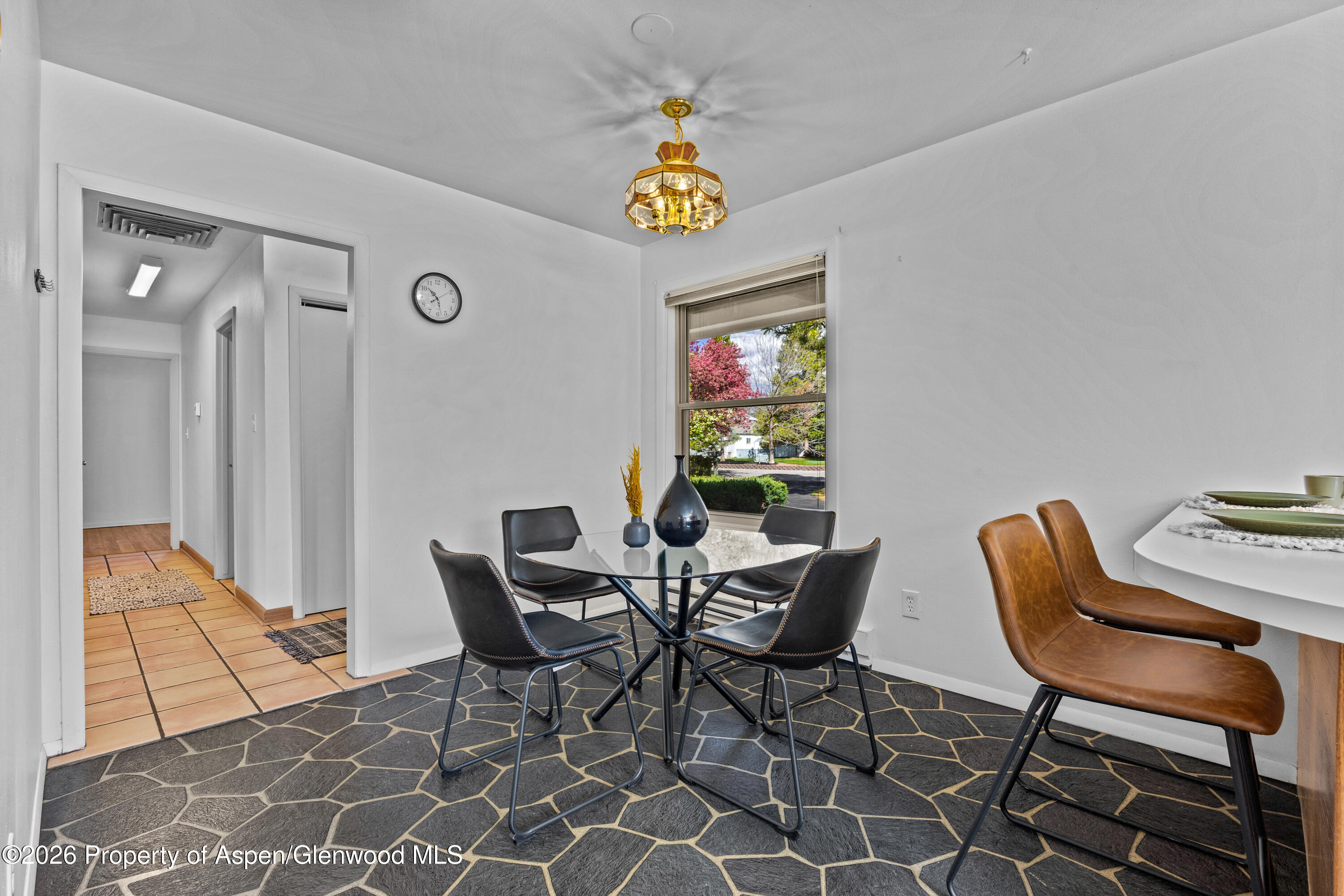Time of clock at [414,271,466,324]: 10:27
